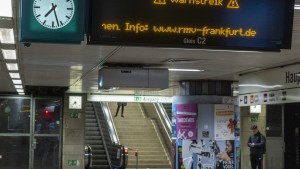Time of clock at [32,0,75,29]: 7:27
